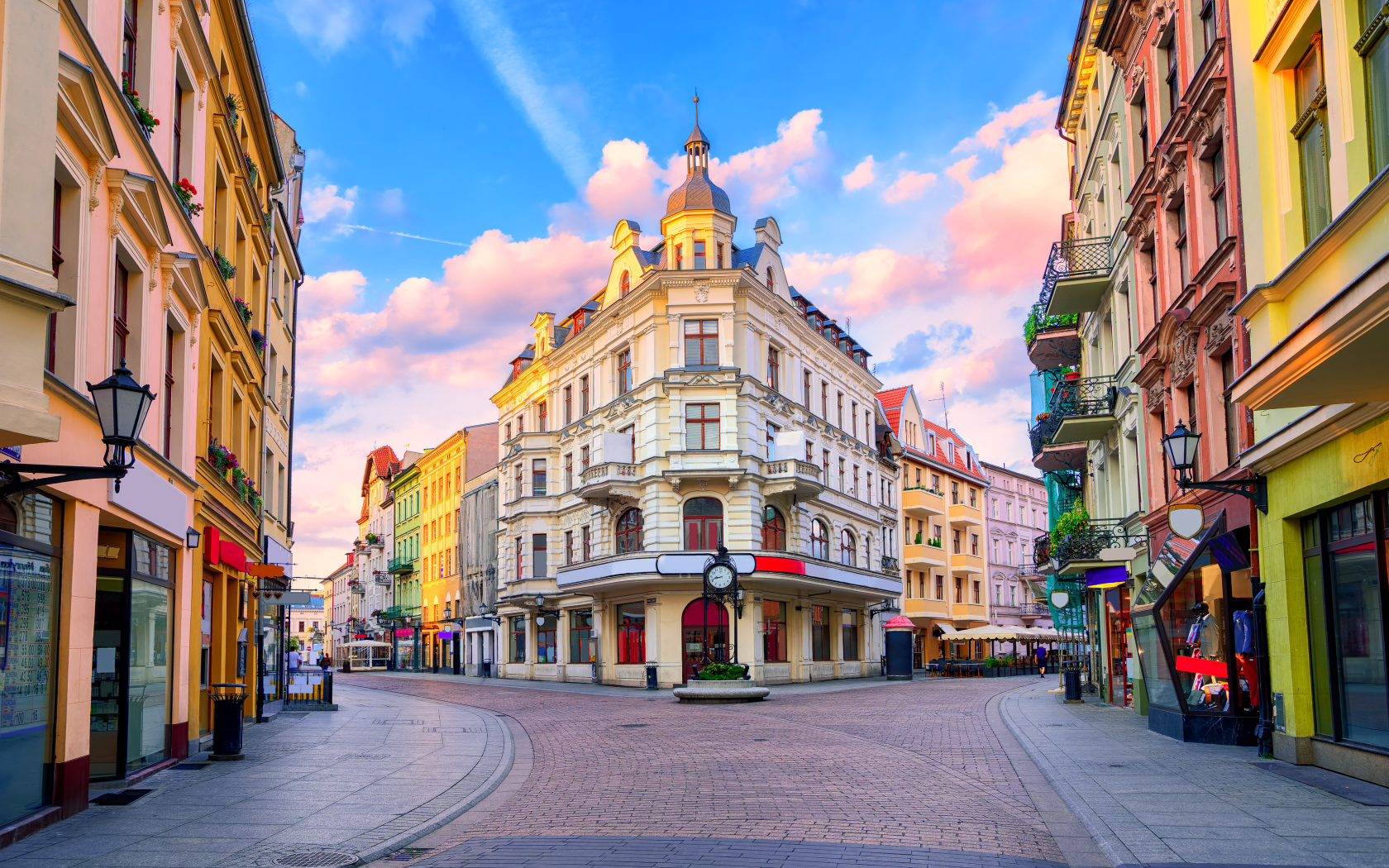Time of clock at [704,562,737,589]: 8:42
